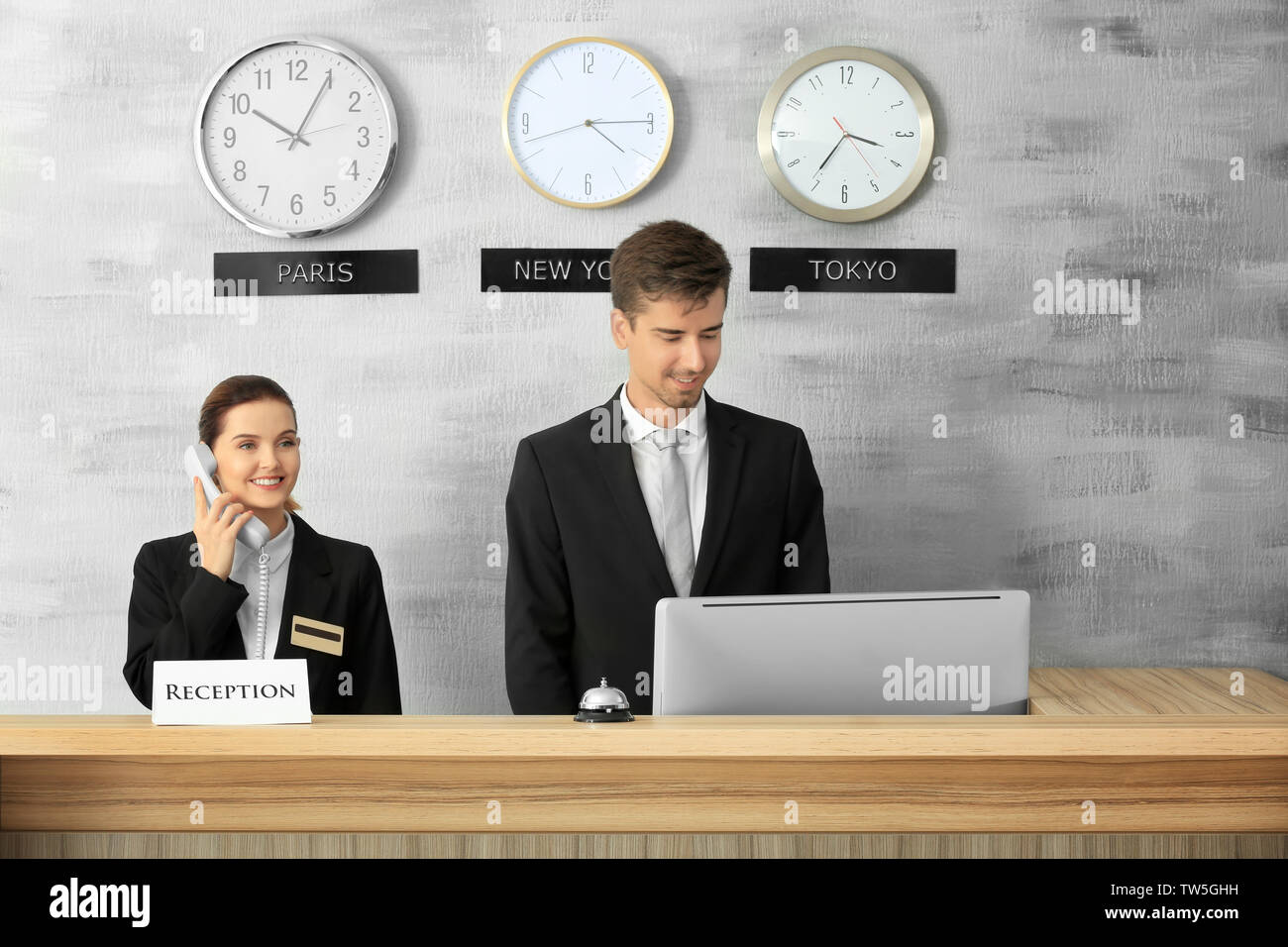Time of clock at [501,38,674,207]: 4:14
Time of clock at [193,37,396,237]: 10:04
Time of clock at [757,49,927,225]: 3:35
